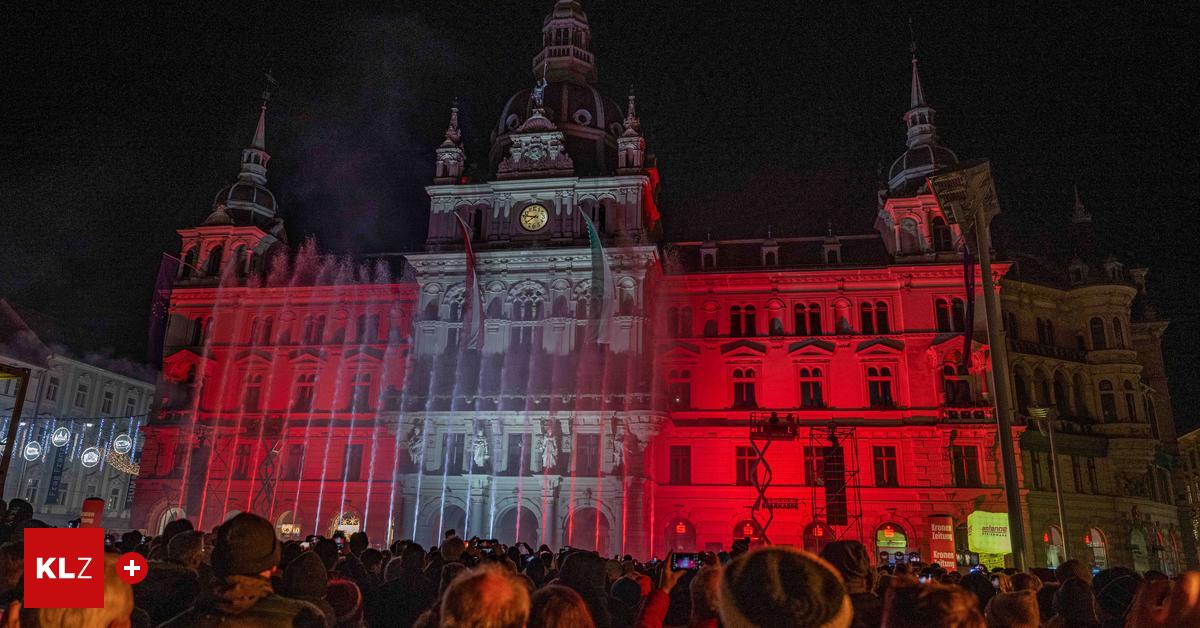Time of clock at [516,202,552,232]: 7:46
